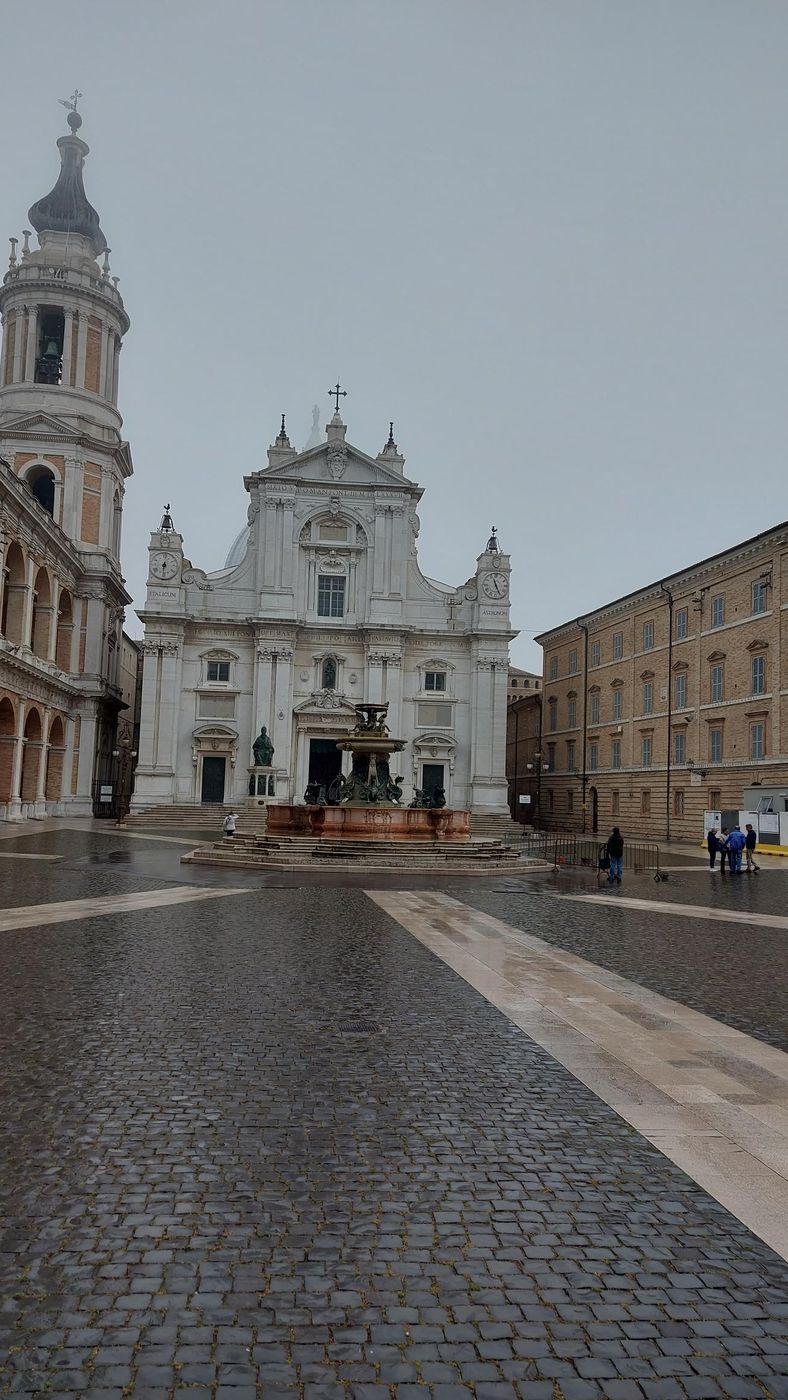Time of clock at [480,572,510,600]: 11:25
